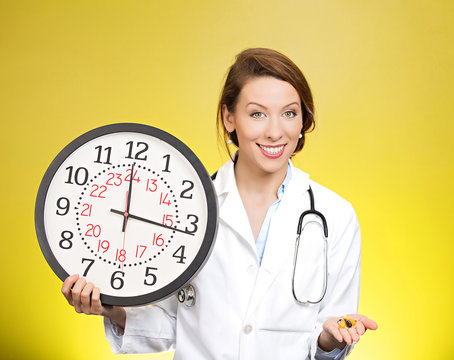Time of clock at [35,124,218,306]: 12:16
